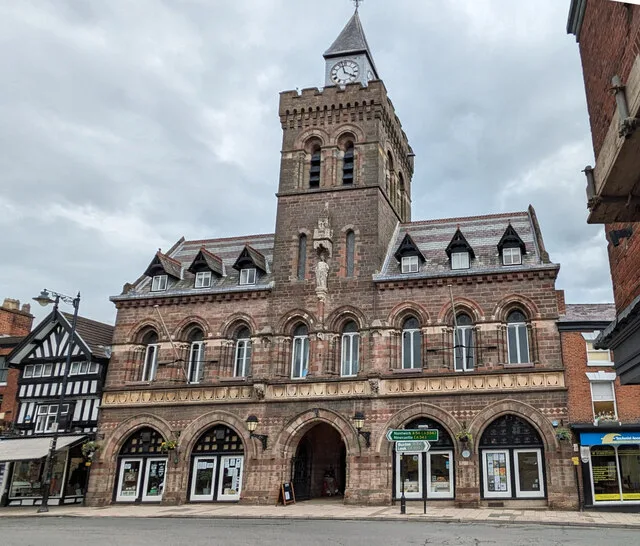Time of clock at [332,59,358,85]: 3:57
